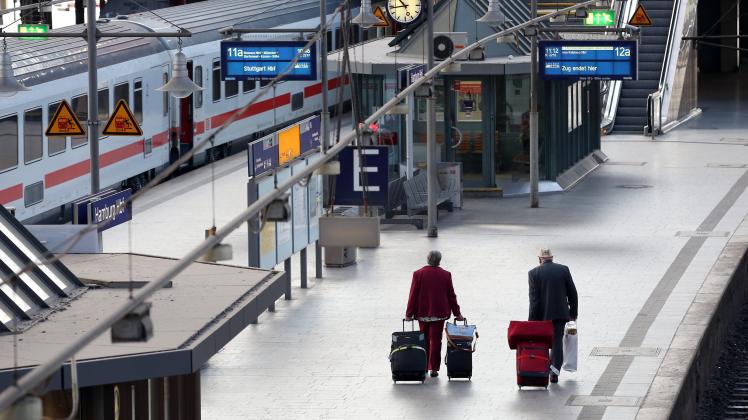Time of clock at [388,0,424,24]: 10:43
